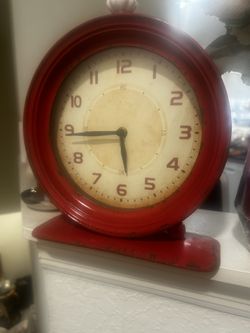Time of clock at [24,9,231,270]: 5:44
